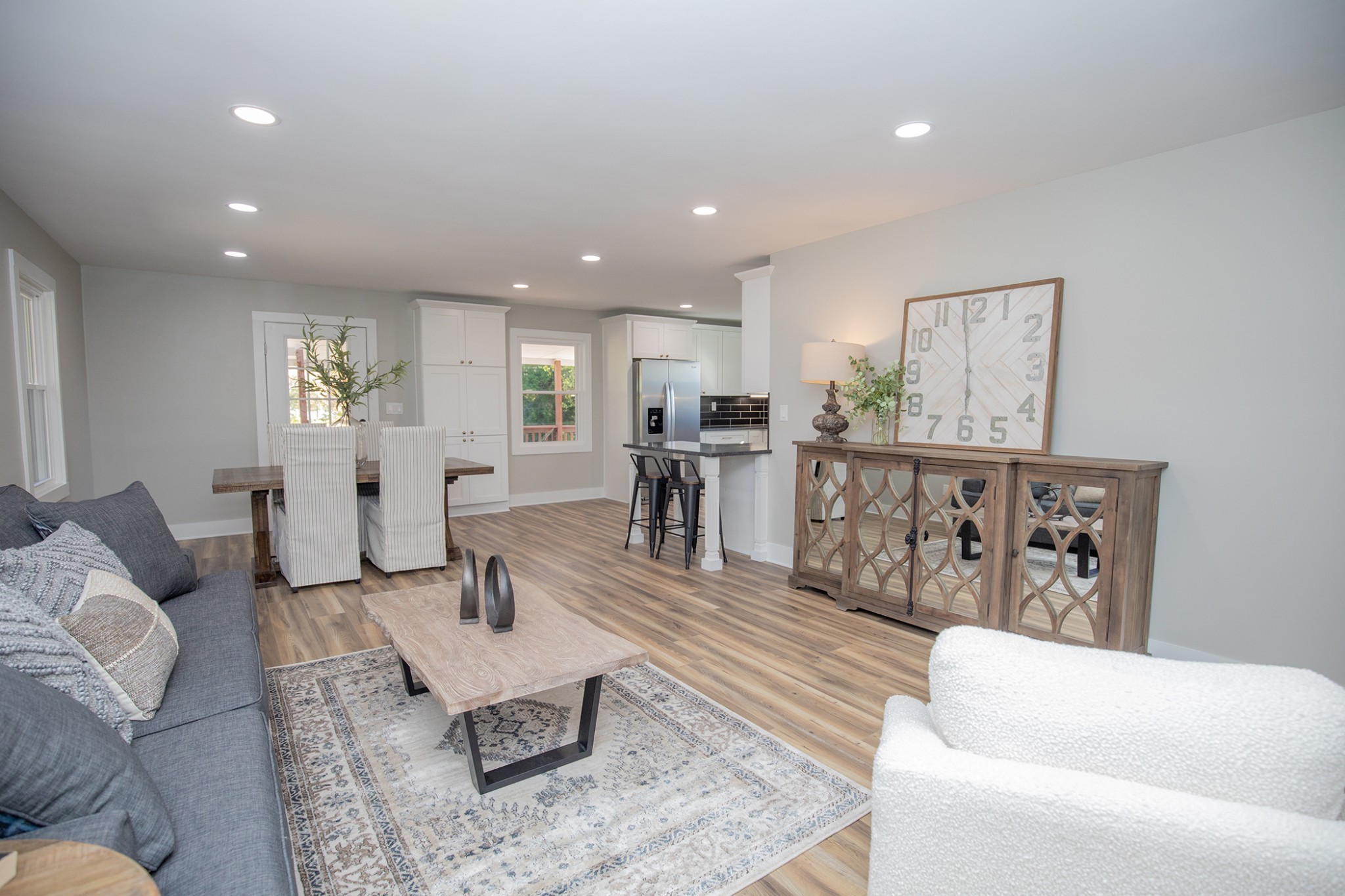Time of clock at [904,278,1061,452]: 5:58
